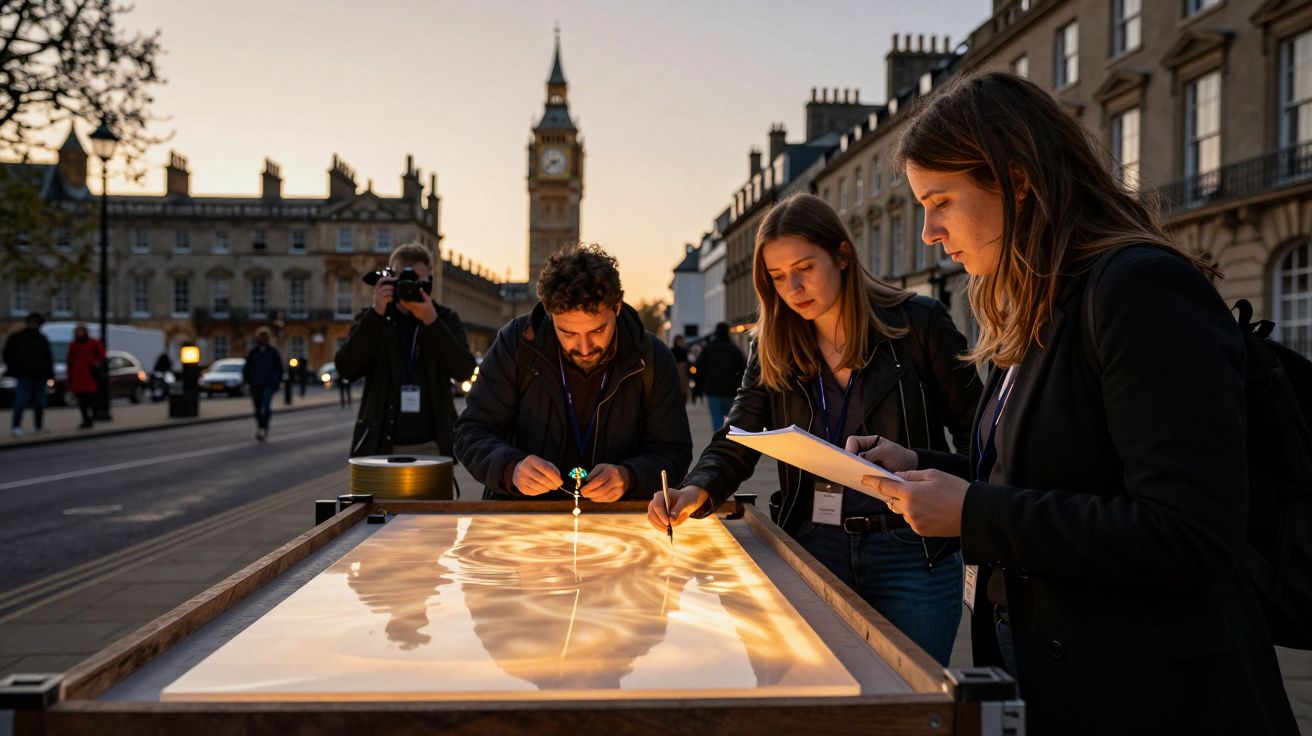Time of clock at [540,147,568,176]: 8:38
